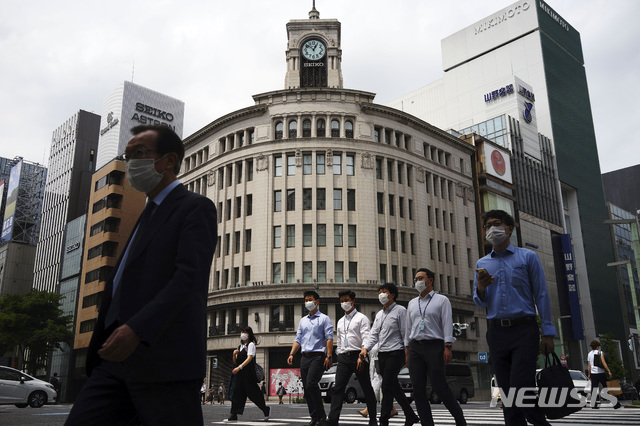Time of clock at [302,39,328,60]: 12:51
